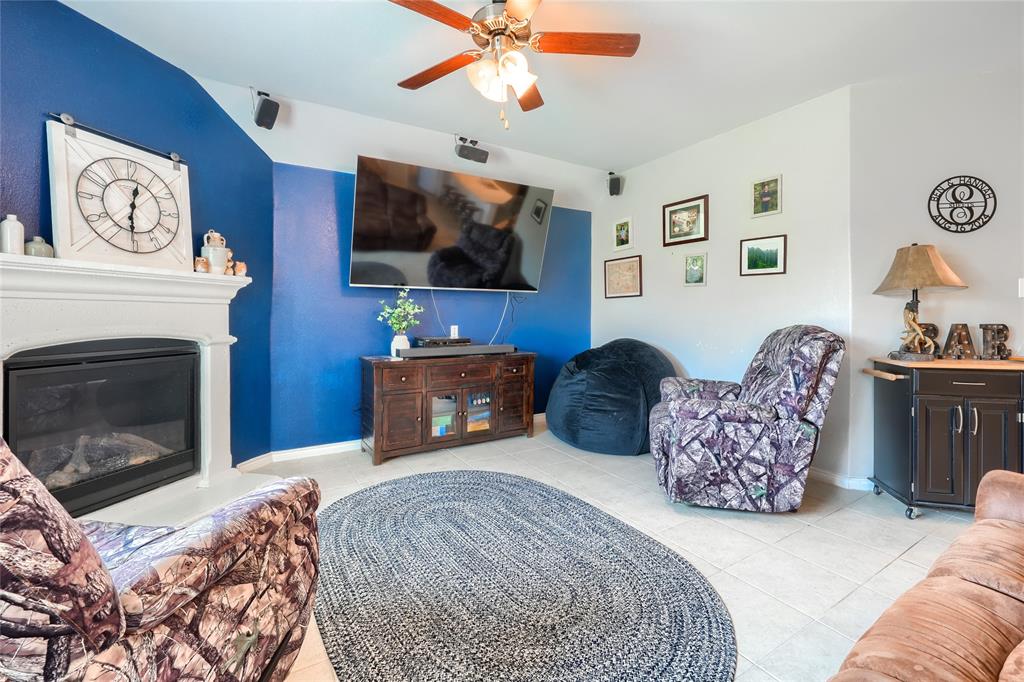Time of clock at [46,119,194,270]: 12:31
